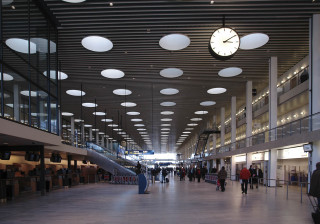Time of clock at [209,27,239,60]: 3:09
